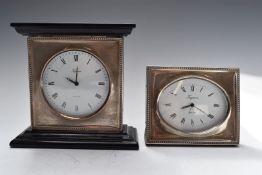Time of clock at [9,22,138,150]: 10:00
